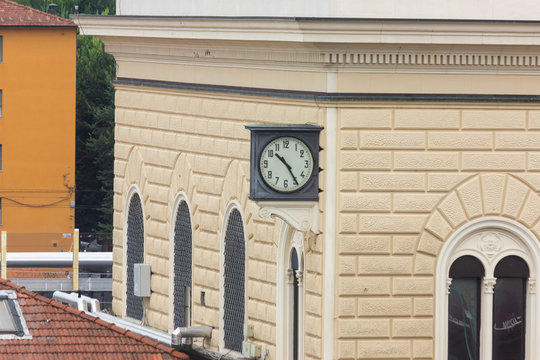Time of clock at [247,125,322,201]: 10:24
